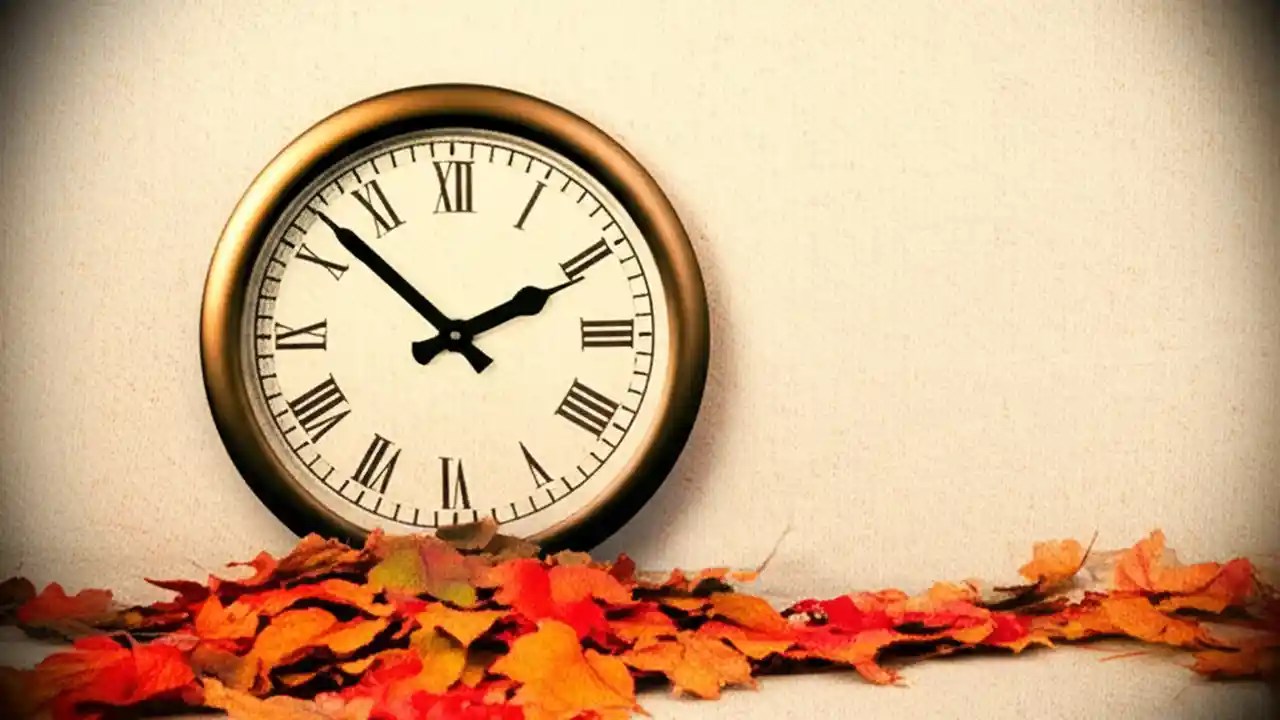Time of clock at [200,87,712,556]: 1:52
